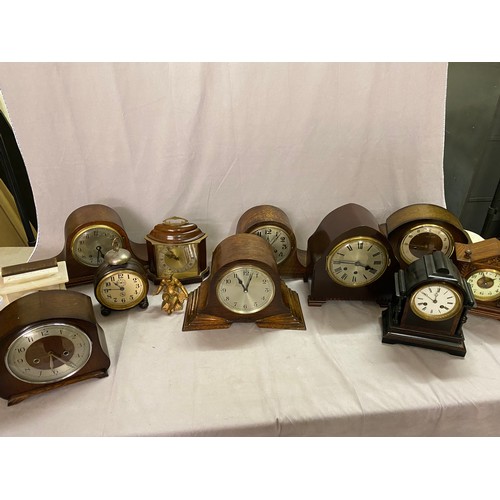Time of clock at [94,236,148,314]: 10:45
